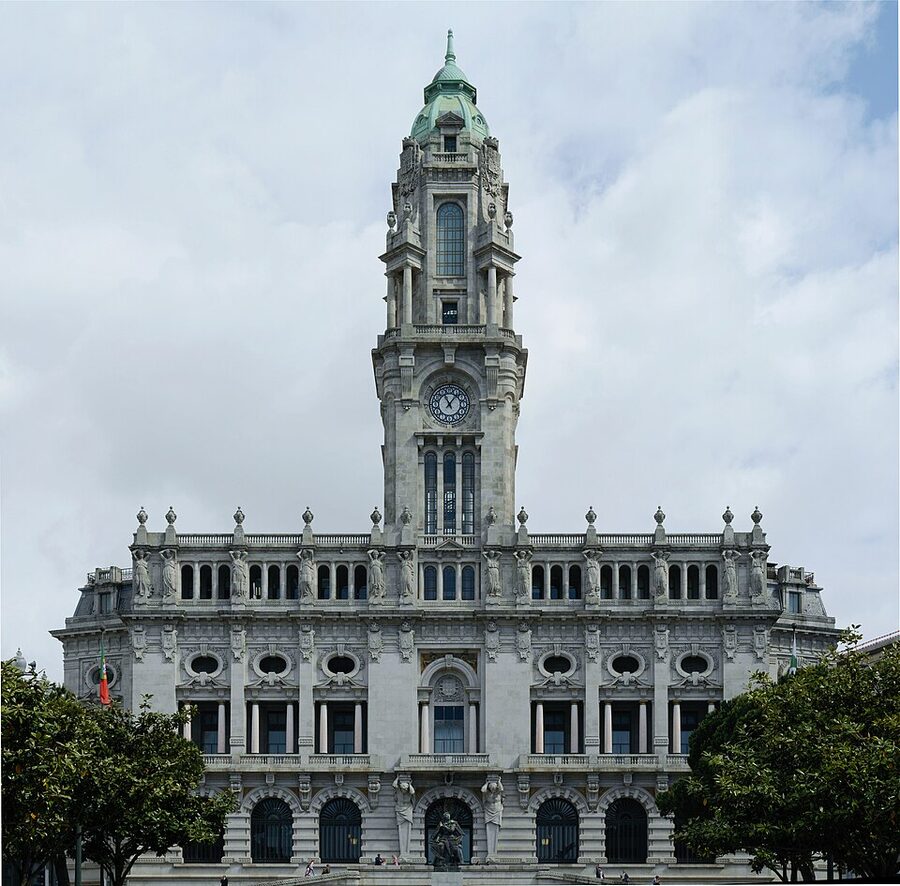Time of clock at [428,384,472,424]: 11:07
